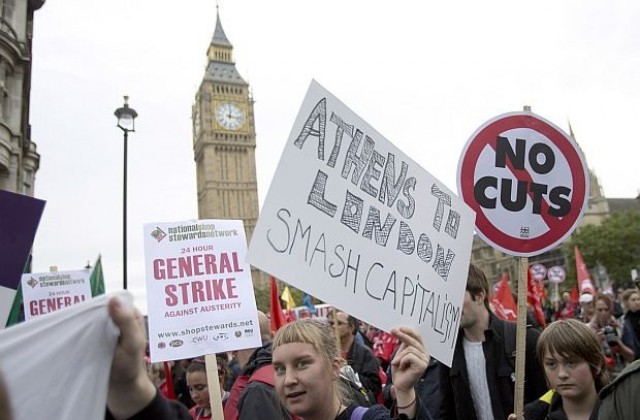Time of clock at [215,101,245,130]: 12:16
